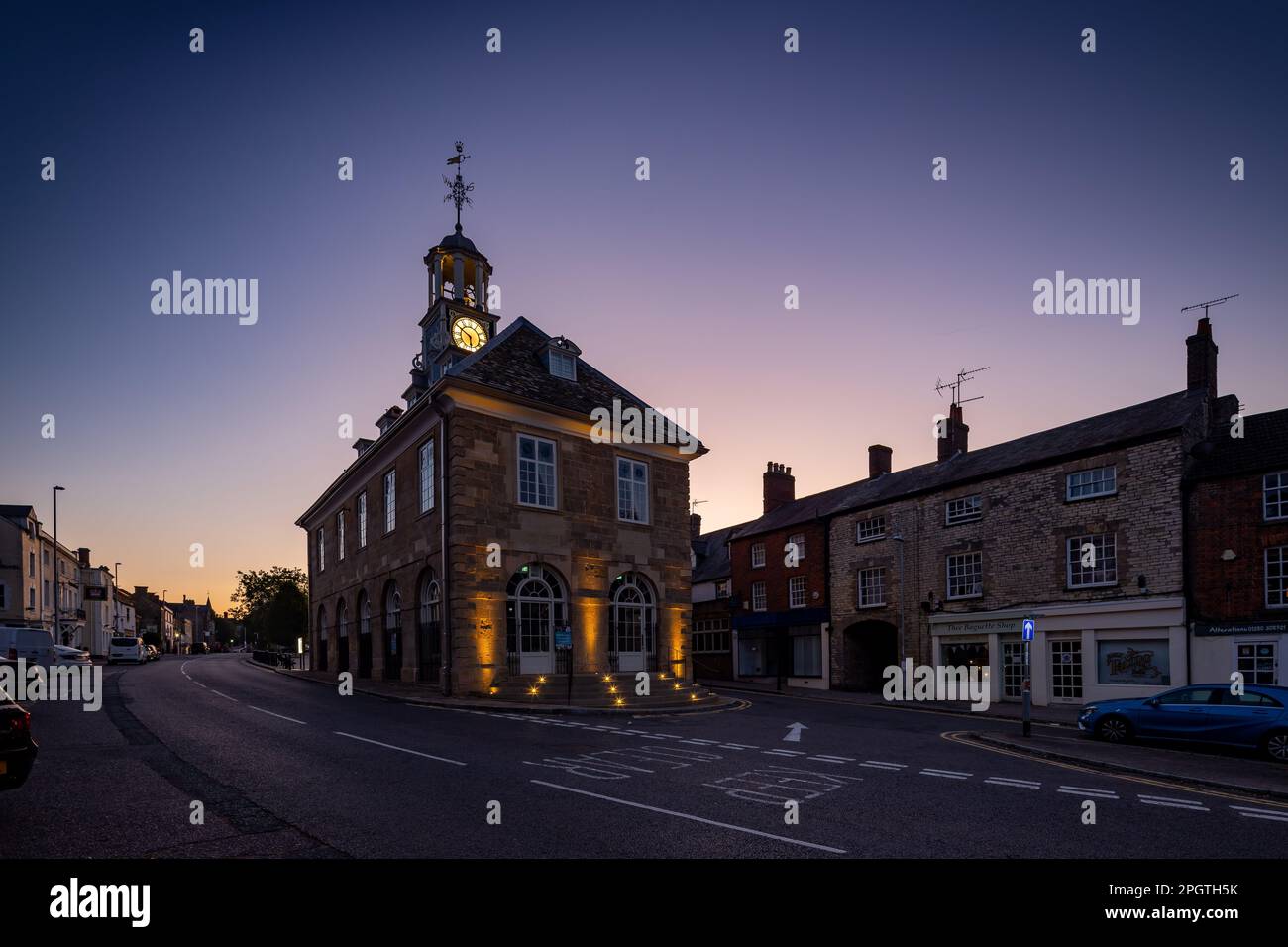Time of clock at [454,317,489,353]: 5:50
